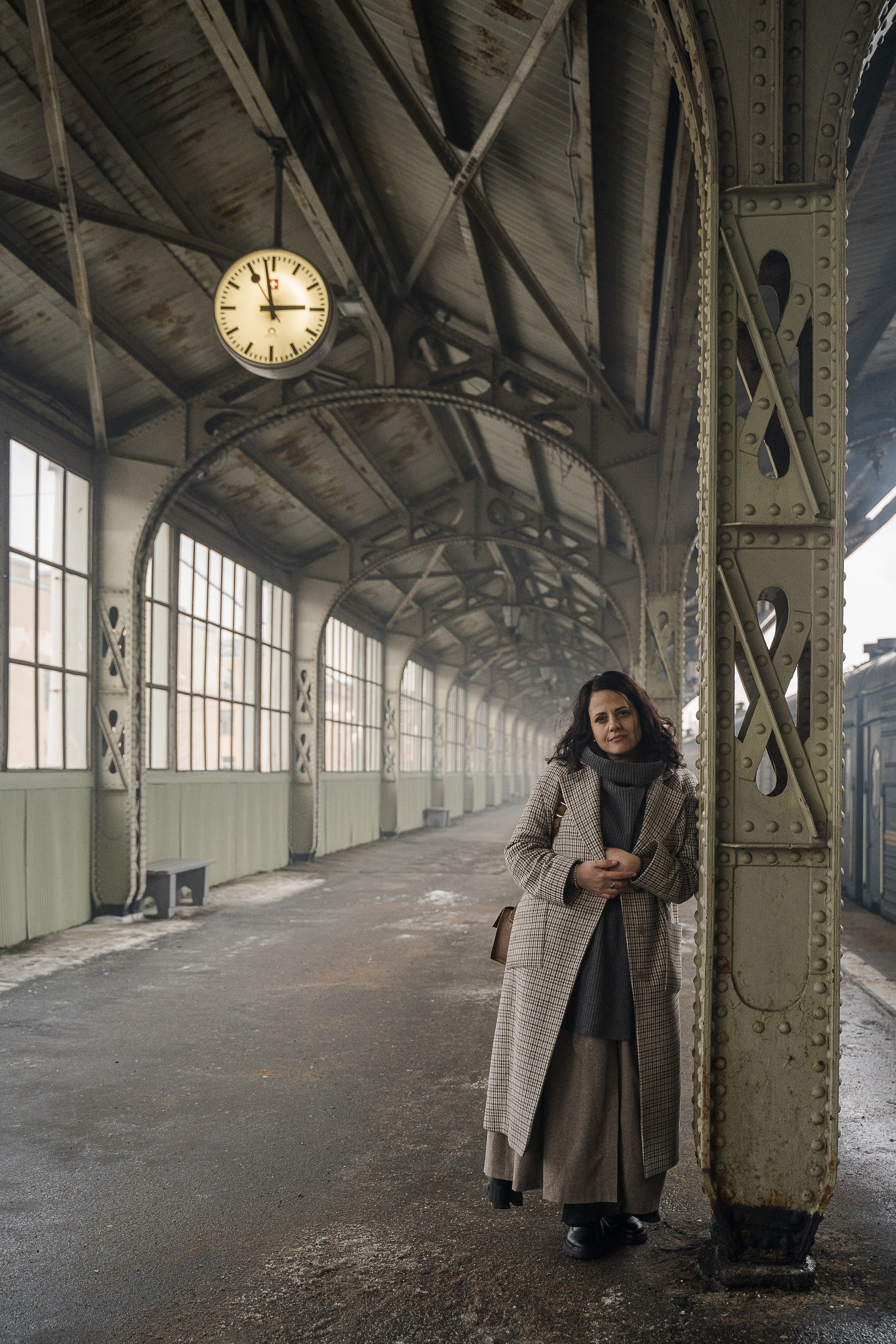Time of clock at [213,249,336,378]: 2:58
